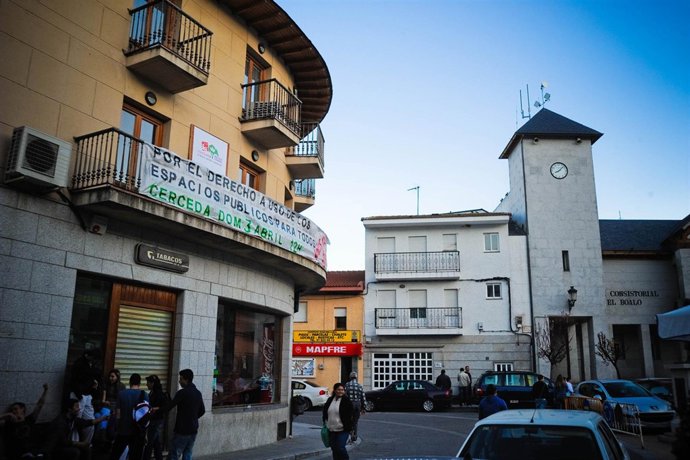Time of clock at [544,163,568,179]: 8:07
